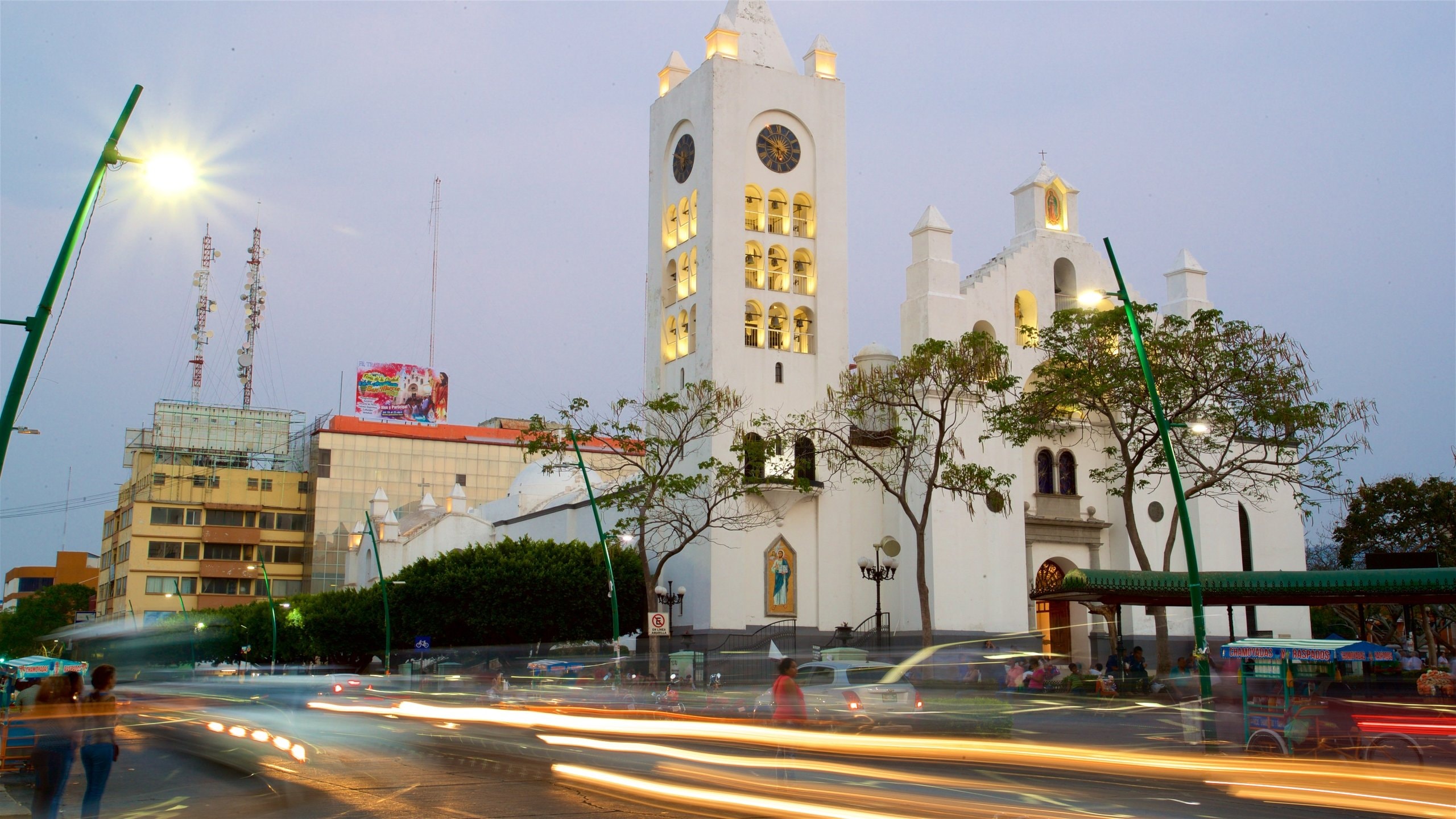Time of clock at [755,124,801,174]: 5:49
